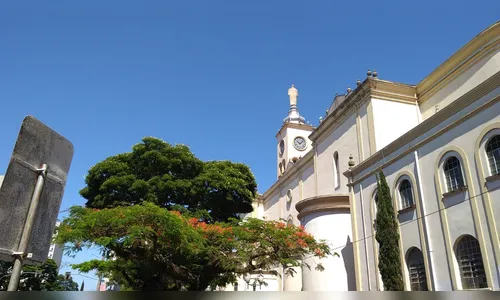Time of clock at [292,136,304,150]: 10:07
